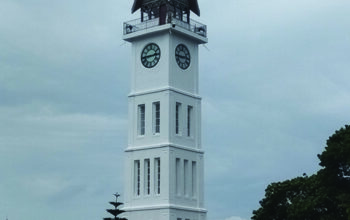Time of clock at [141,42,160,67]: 2:43
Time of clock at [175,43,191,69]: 2:44
